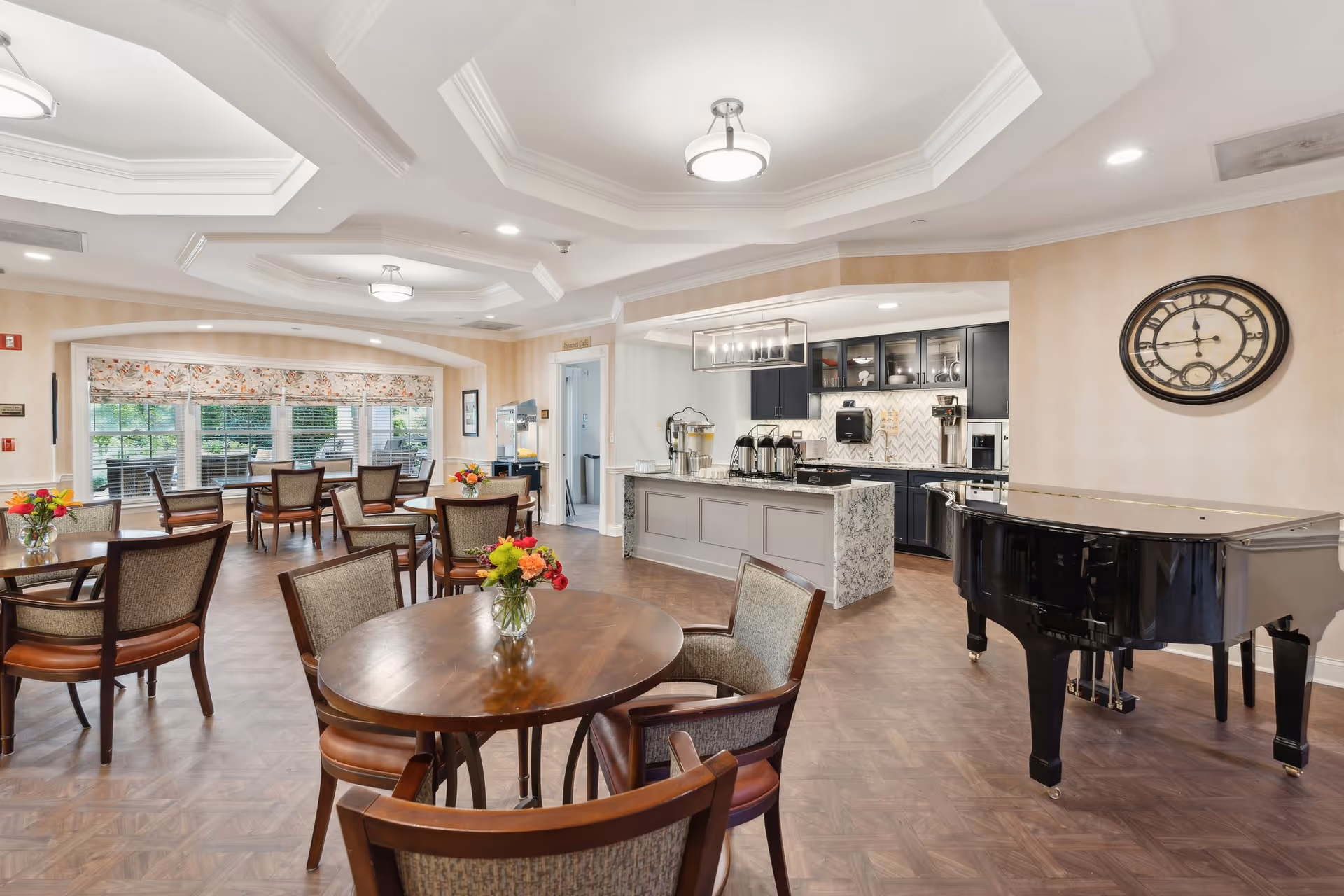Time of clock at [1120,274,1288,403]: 11:44
